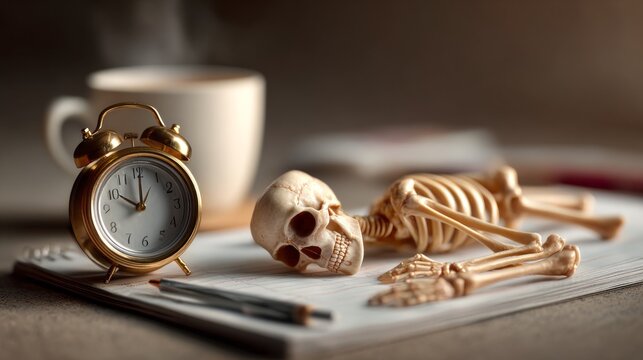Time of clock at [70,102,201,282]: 10:00
